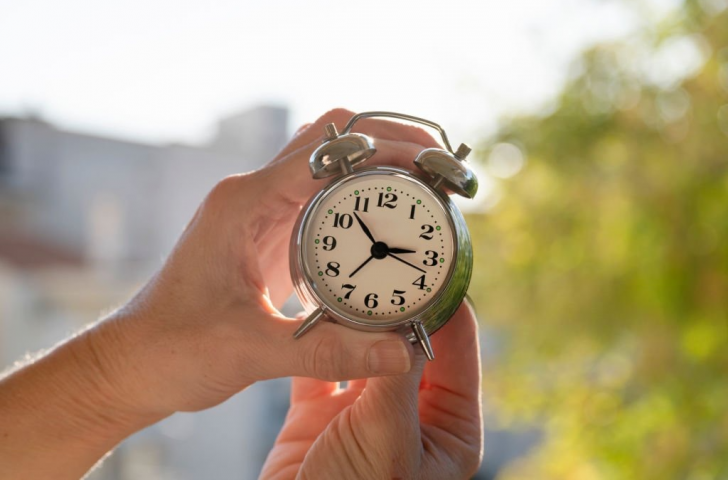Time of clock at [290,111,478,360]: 2:53
